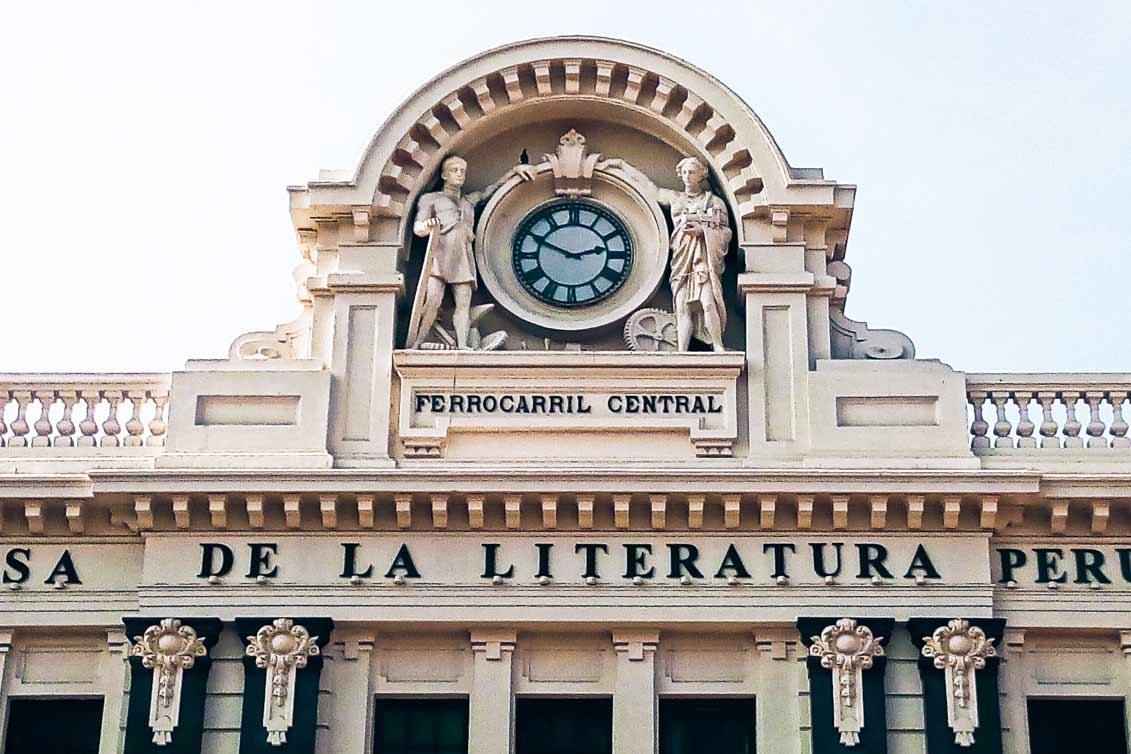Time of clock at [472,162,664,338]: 2:48
